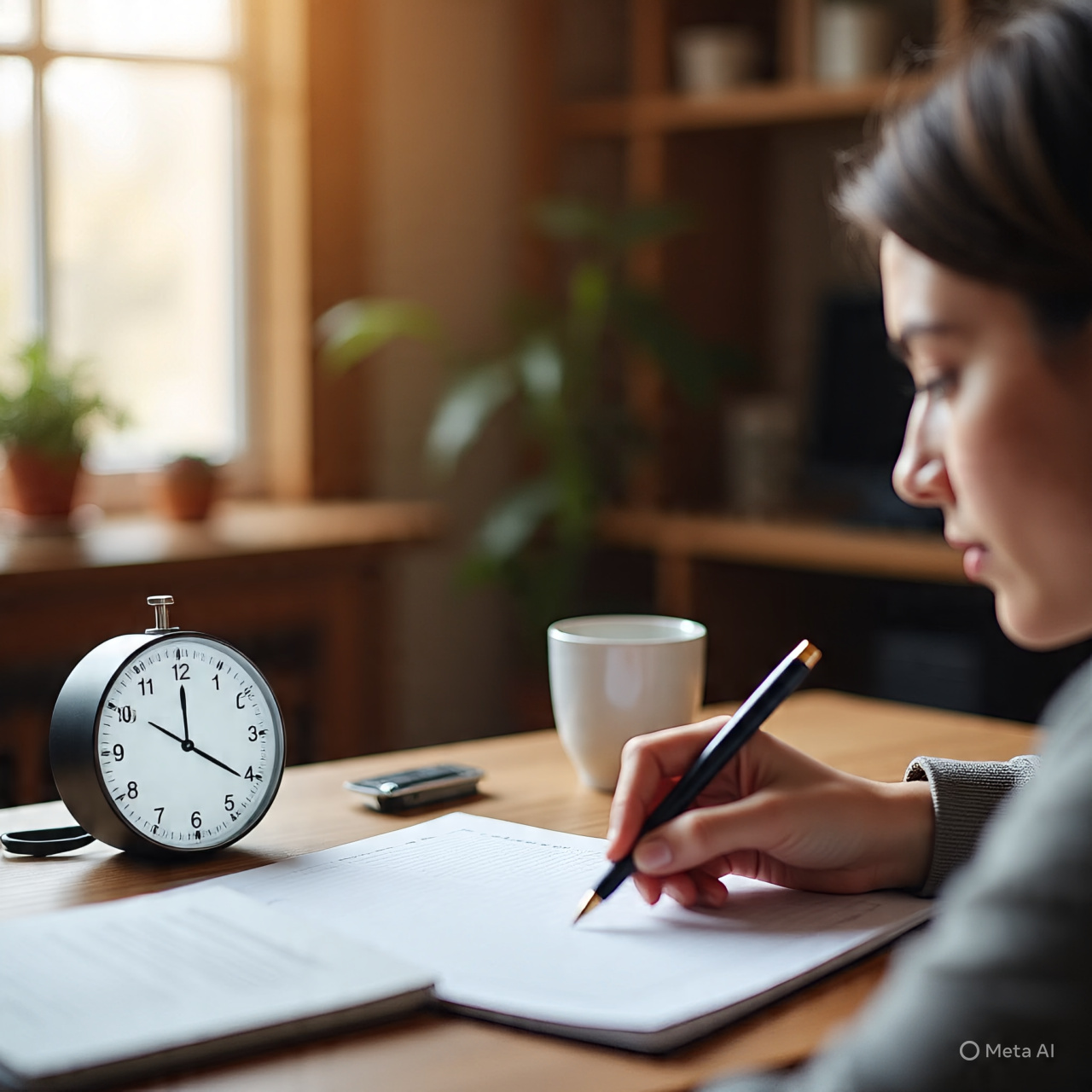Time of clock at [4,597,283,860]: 10:20
